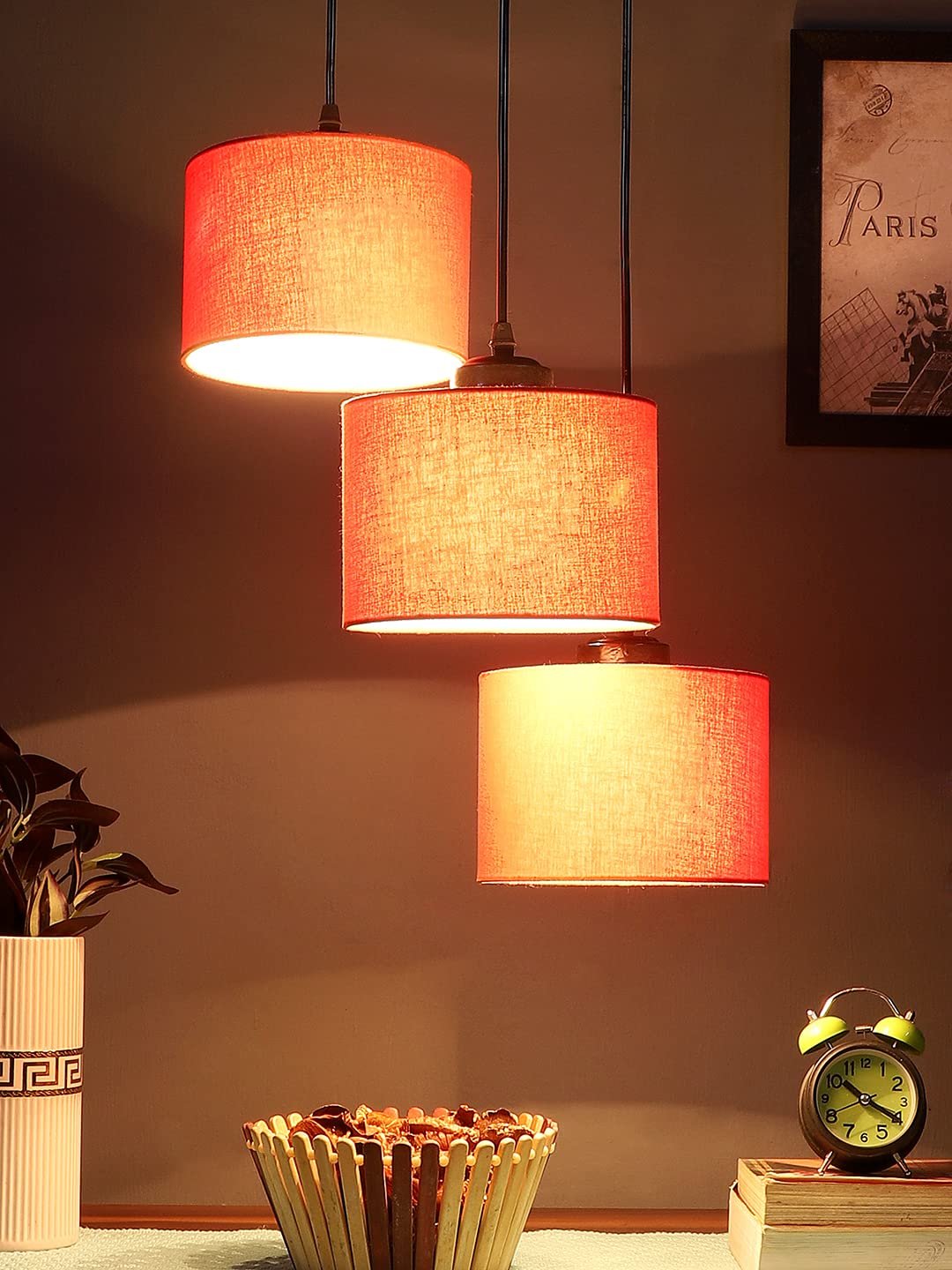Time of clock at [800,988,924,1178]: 10:19
